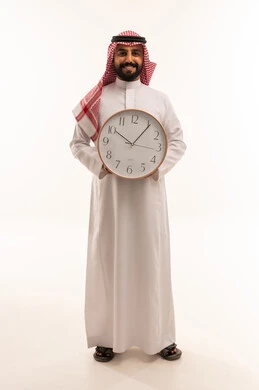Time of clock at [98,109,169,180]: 10:06
